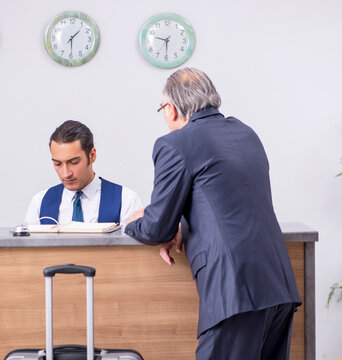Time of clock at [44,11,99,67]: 1:29
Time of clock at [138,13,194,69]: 9:30
